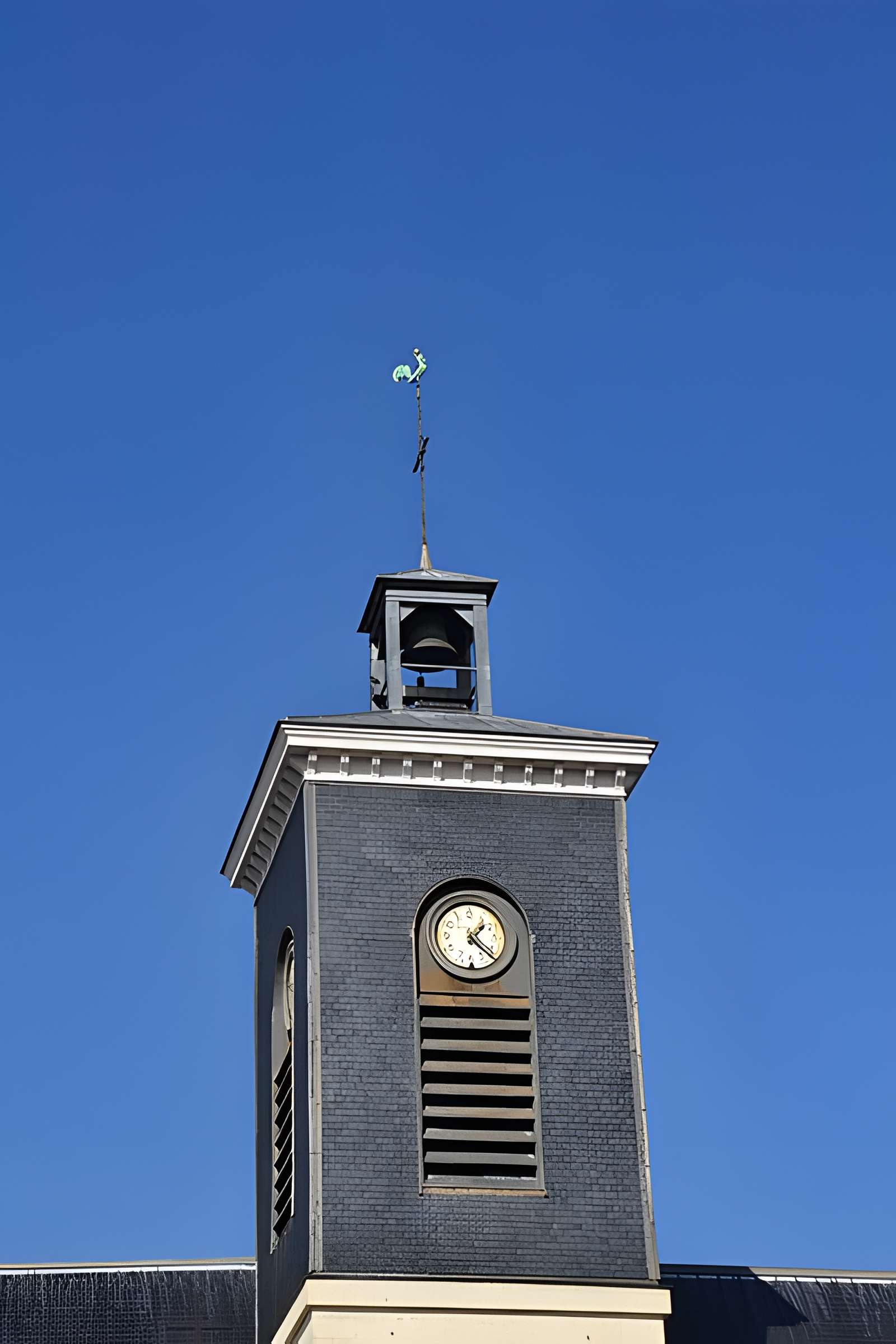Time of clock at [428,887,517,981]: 1:22
